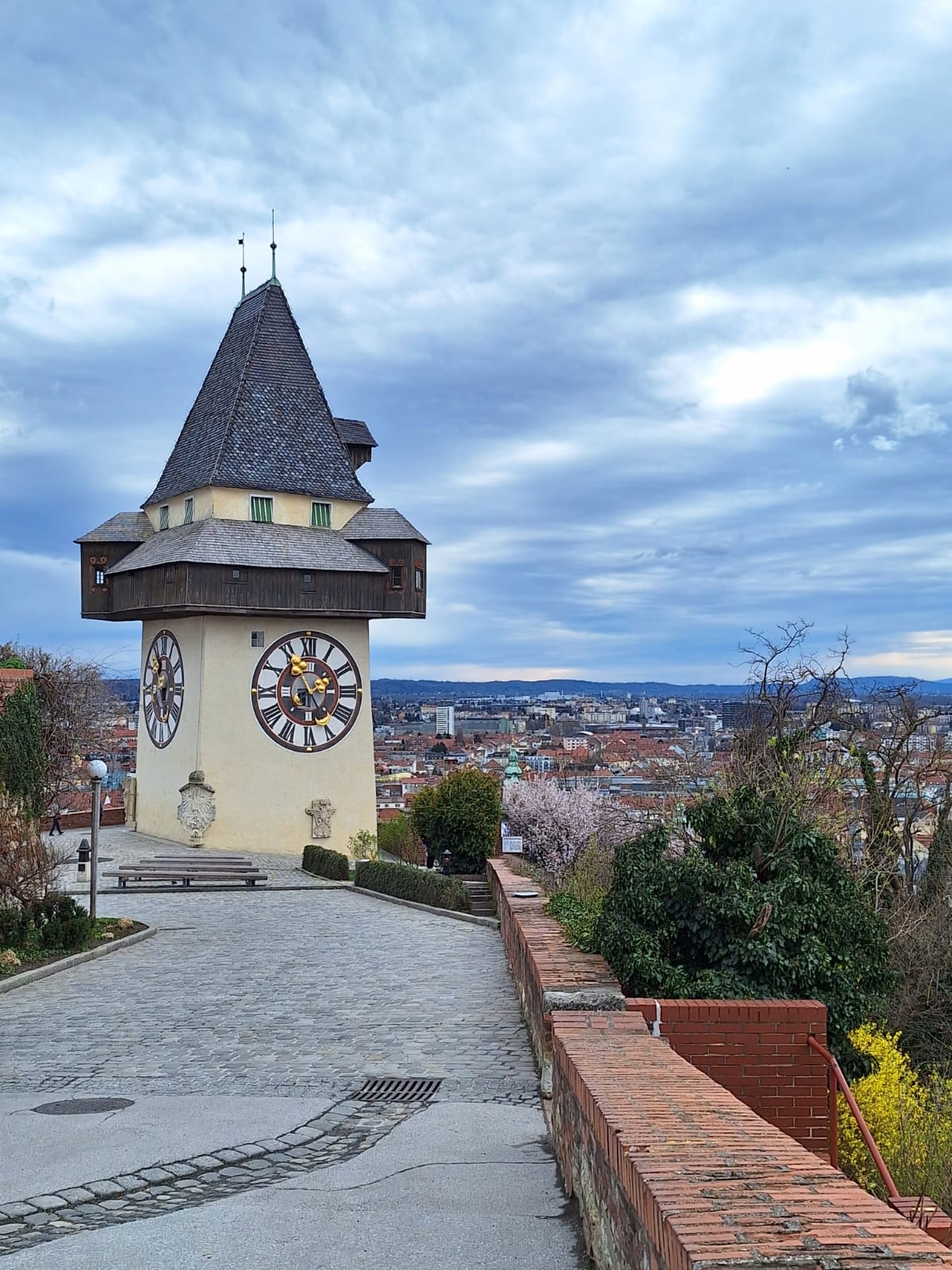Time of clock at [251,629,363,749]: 1:54
